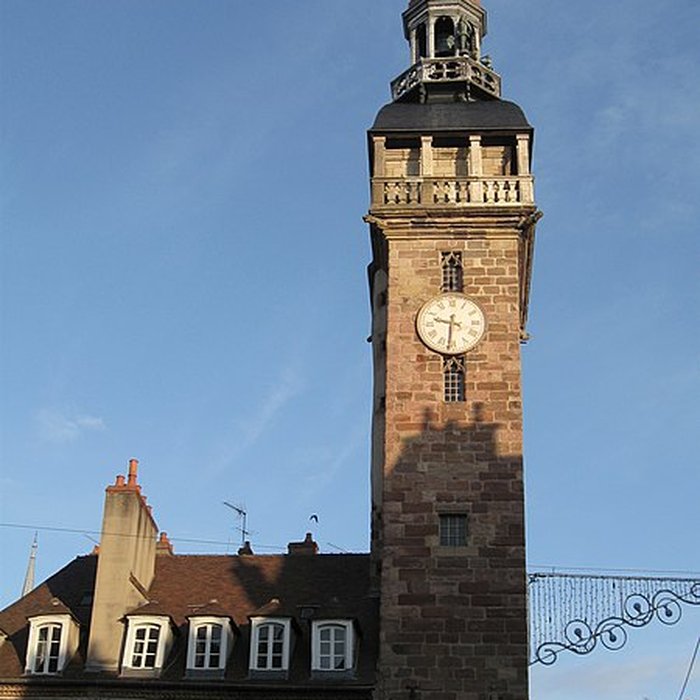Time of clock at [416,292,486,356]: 9:31
